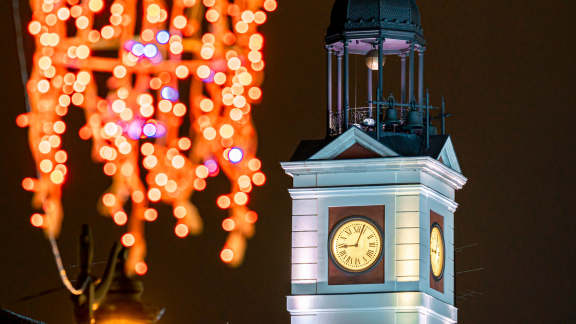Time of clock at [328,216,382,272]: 9:03
